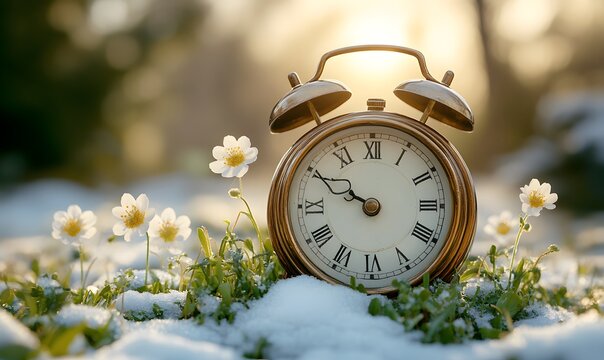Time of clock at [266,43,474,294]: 9:50
